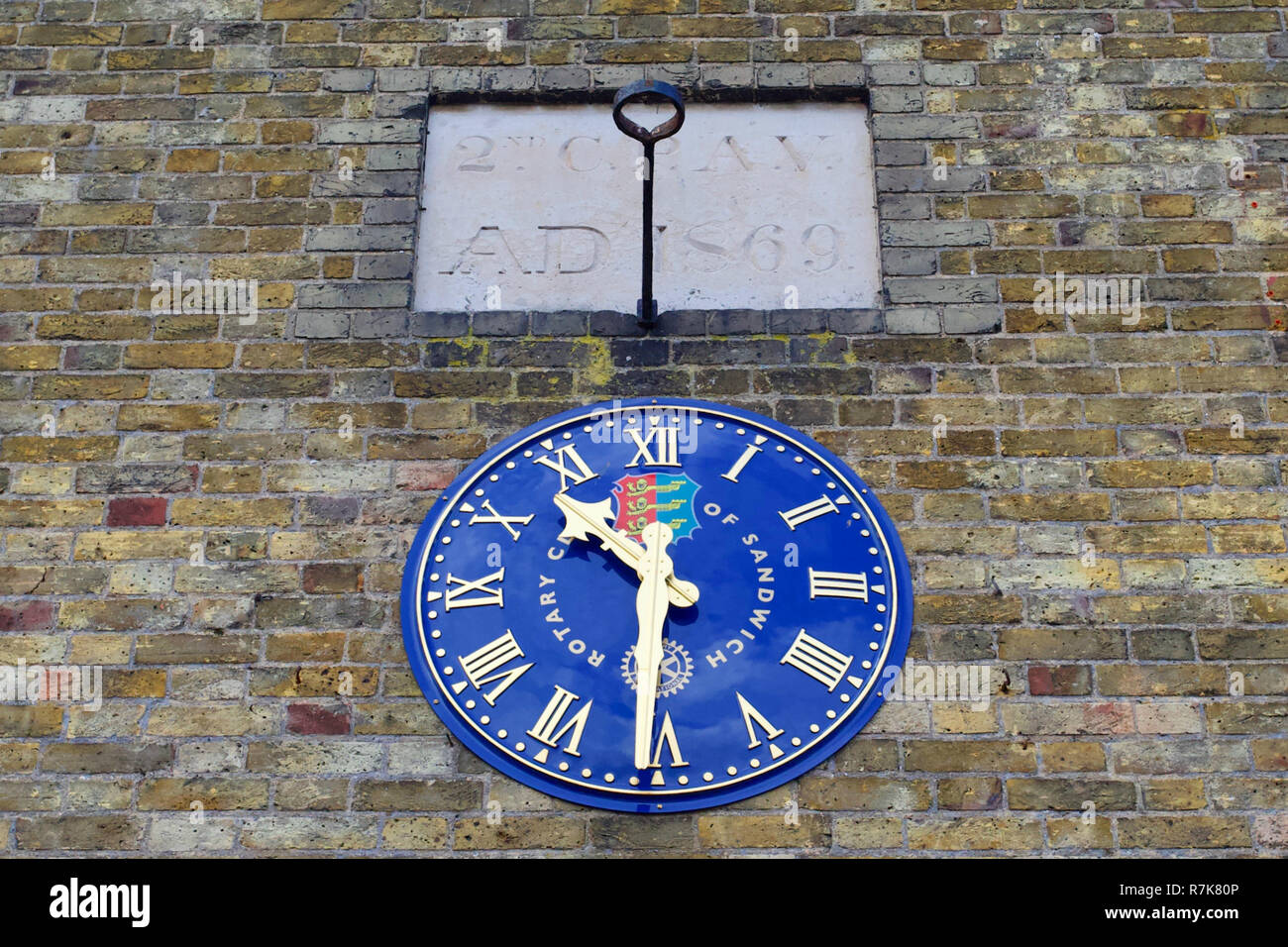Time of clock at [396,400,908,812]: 10:30
